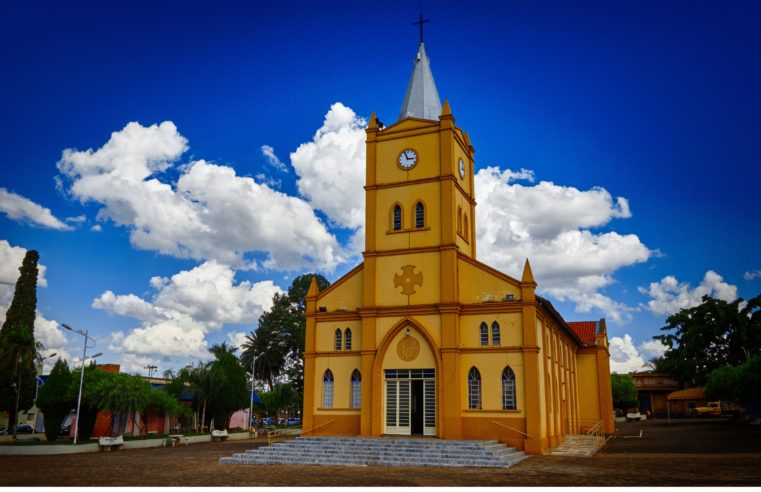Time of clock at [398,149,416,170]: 2:56
